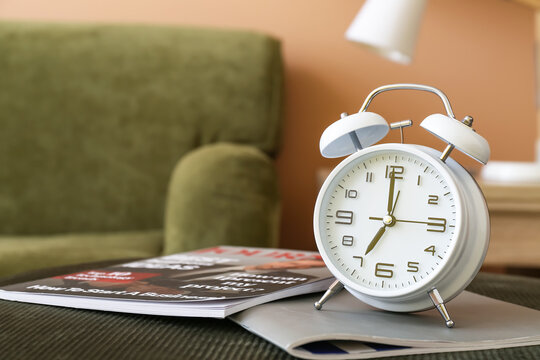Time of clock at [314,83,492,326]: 6:59
